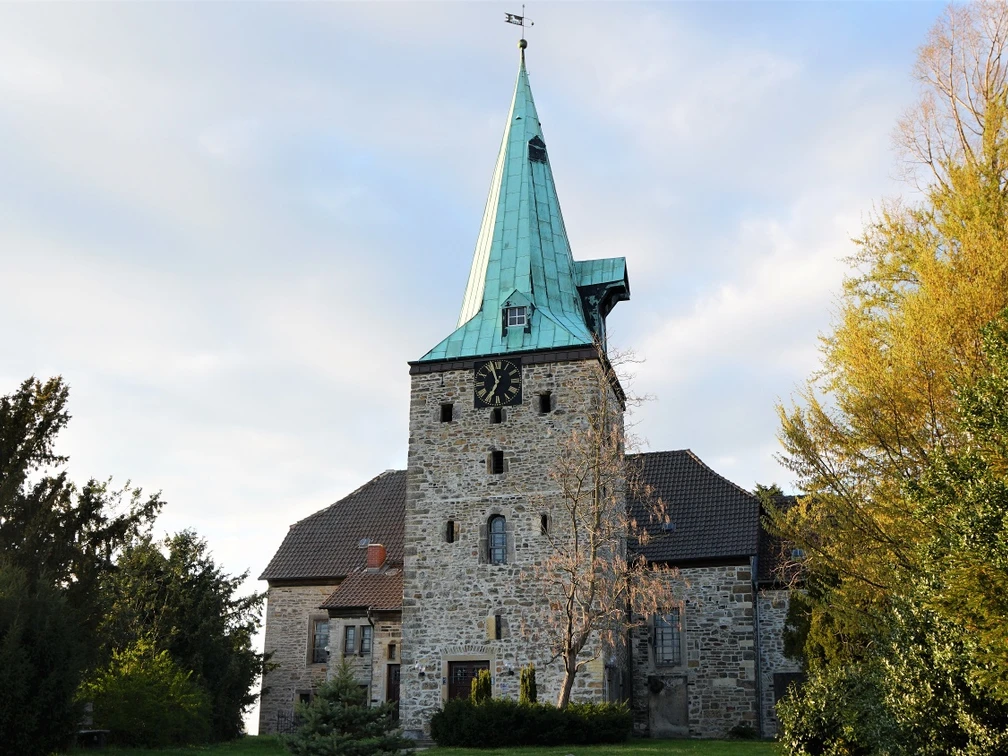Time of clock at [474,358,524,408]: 6:56
